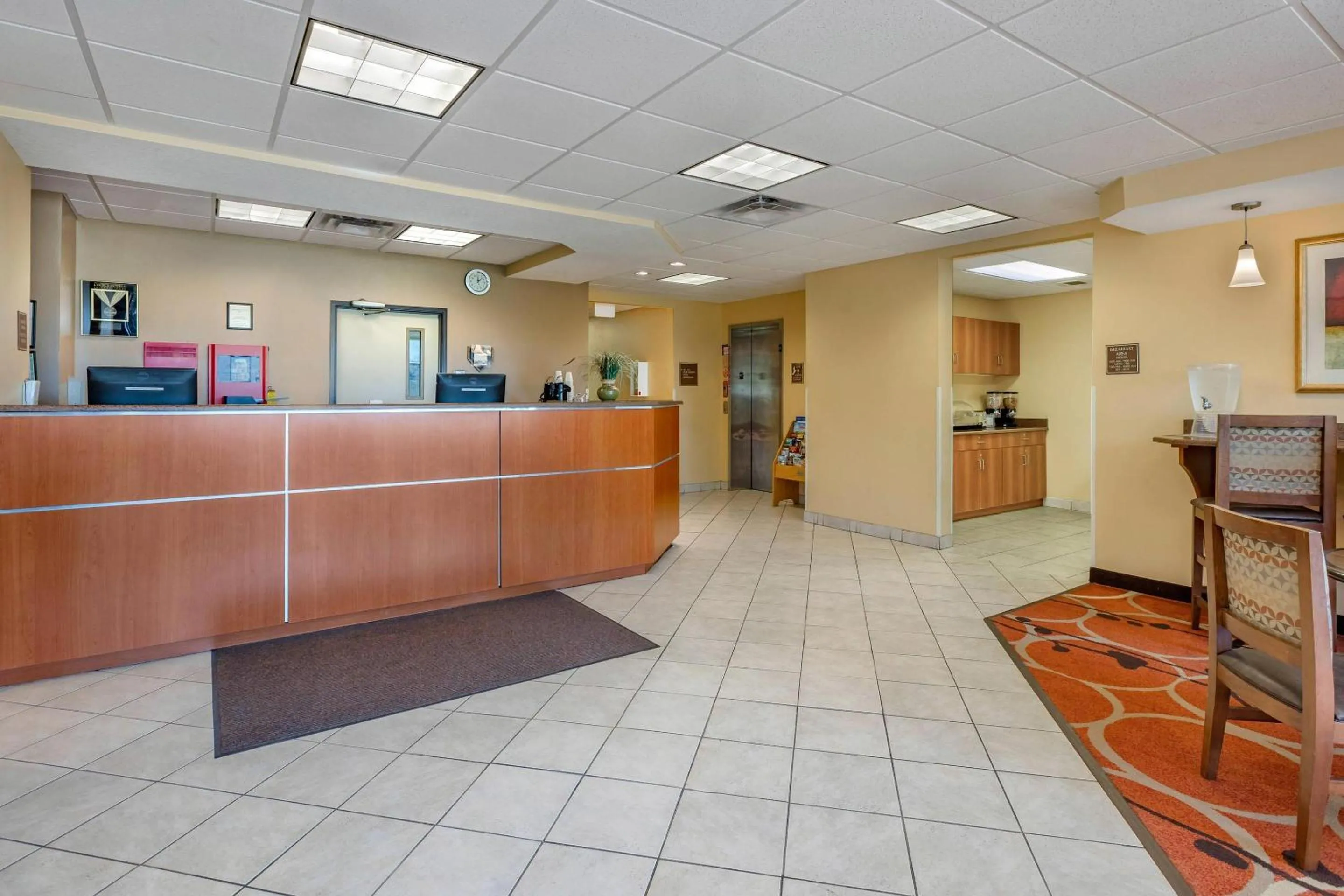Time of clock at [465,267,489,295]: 12:07
